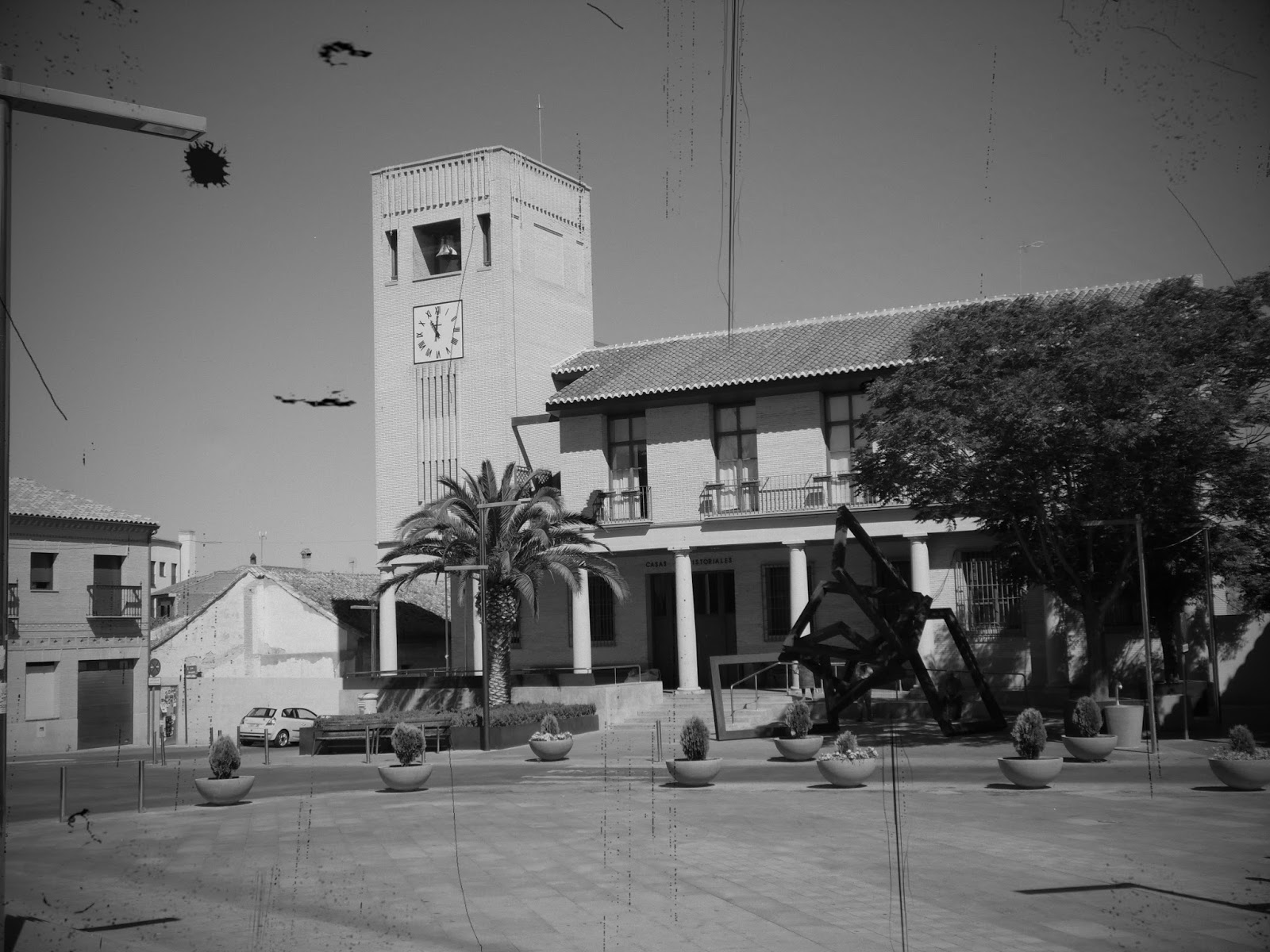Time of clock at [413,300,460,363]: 11:00
